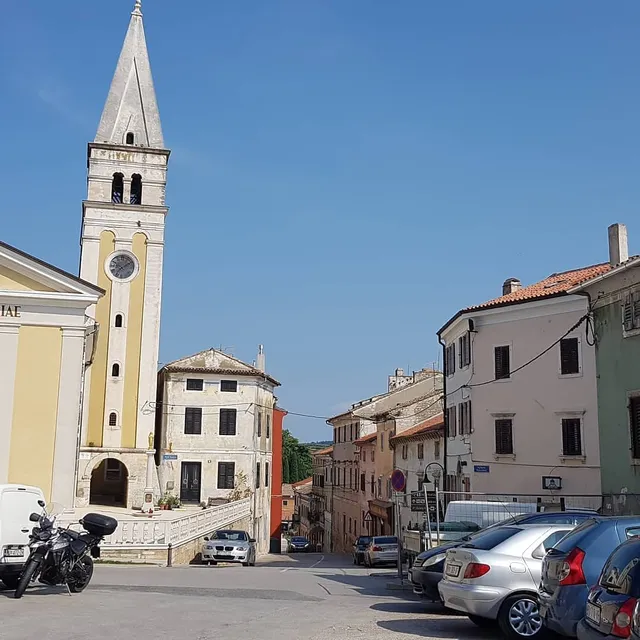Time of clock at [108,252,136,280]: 7:09
